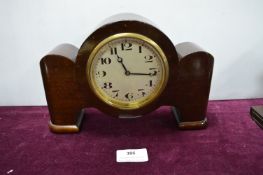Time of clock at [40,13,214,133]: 11:16
